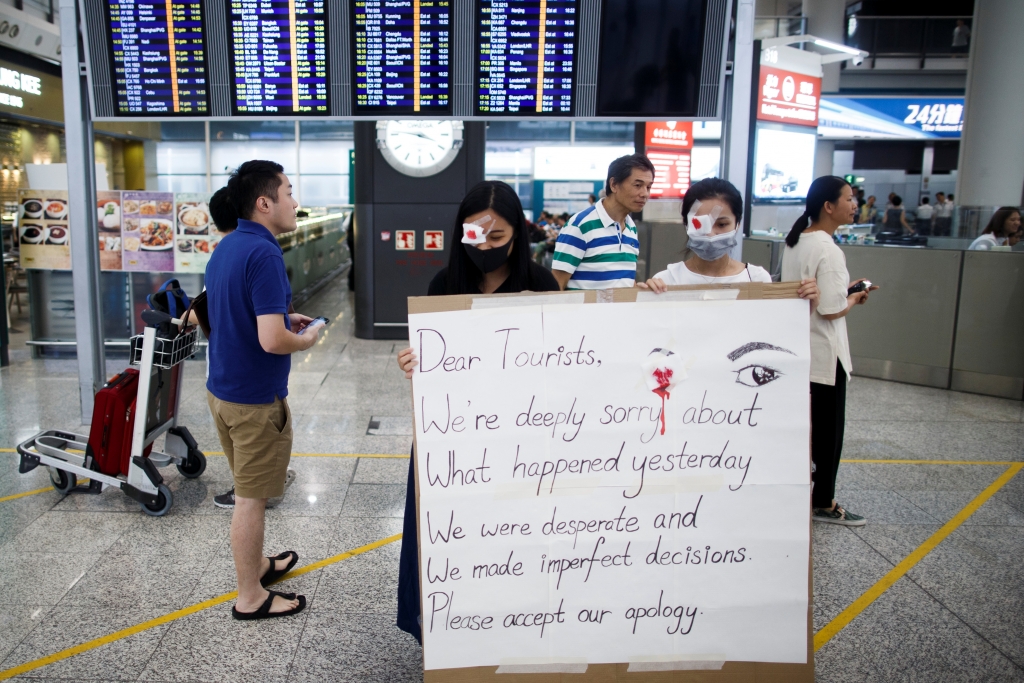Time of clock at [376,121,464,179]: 3:47
